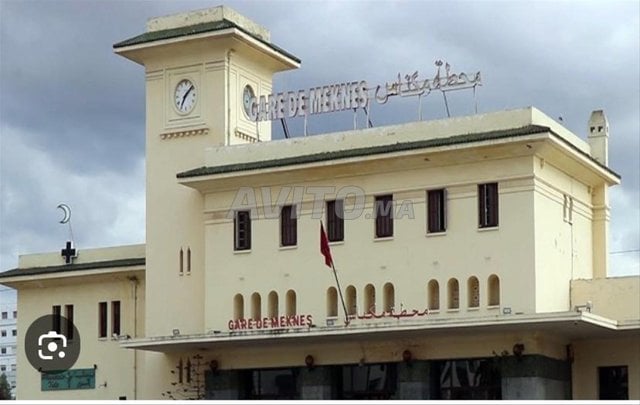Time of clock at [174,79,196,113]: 7:08
